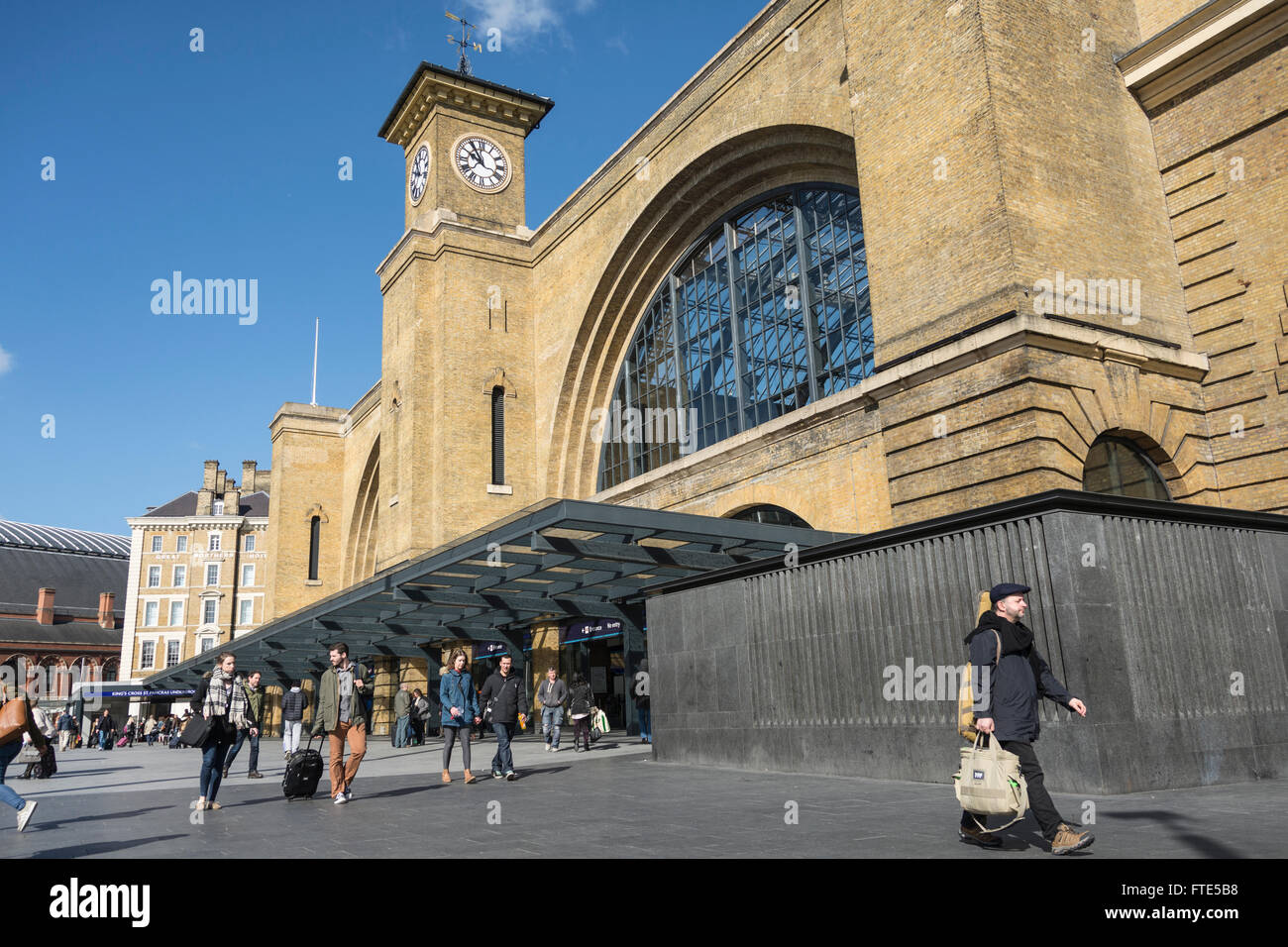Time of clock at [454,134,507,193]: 9:54
